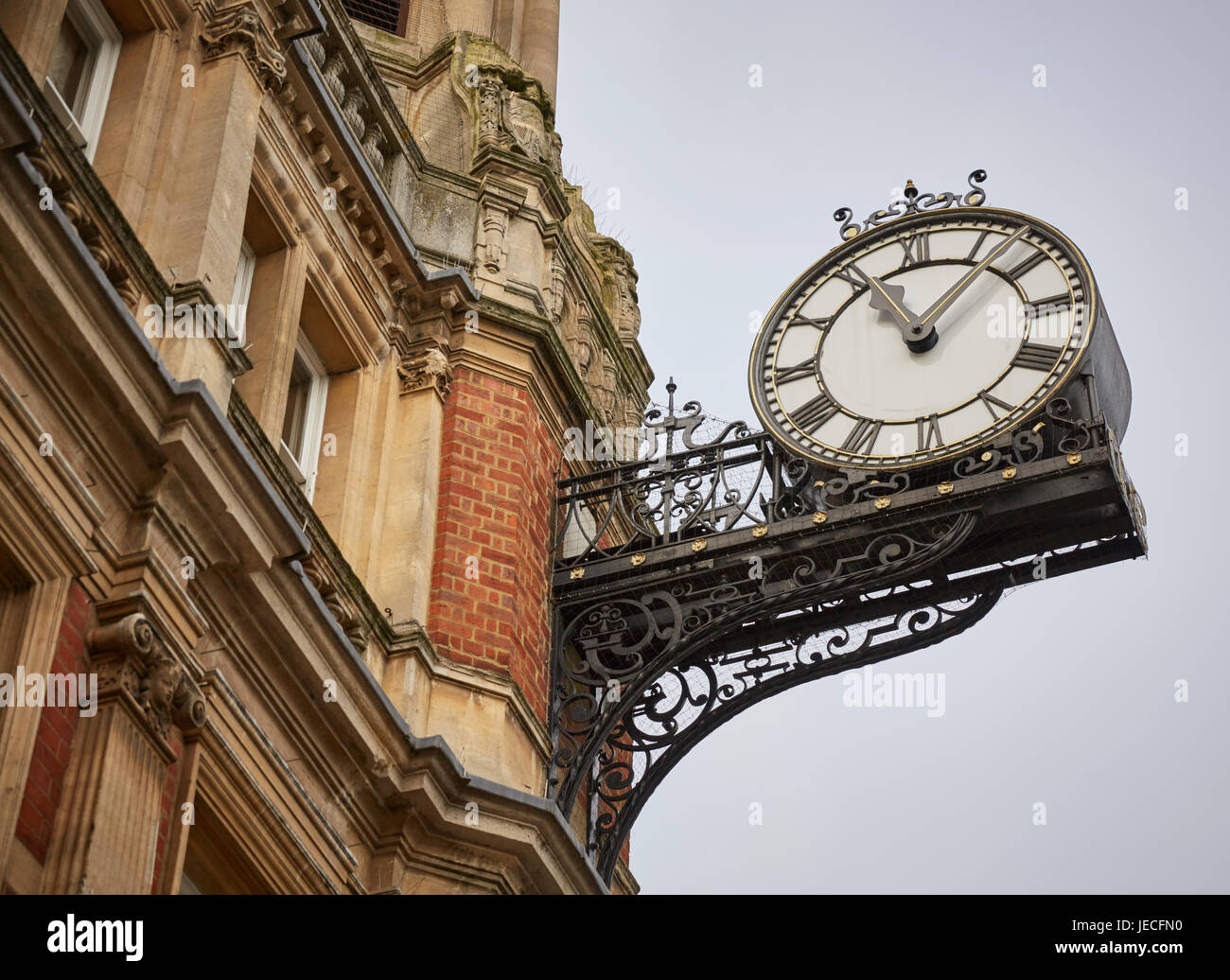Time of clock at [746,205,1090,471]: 11:07
